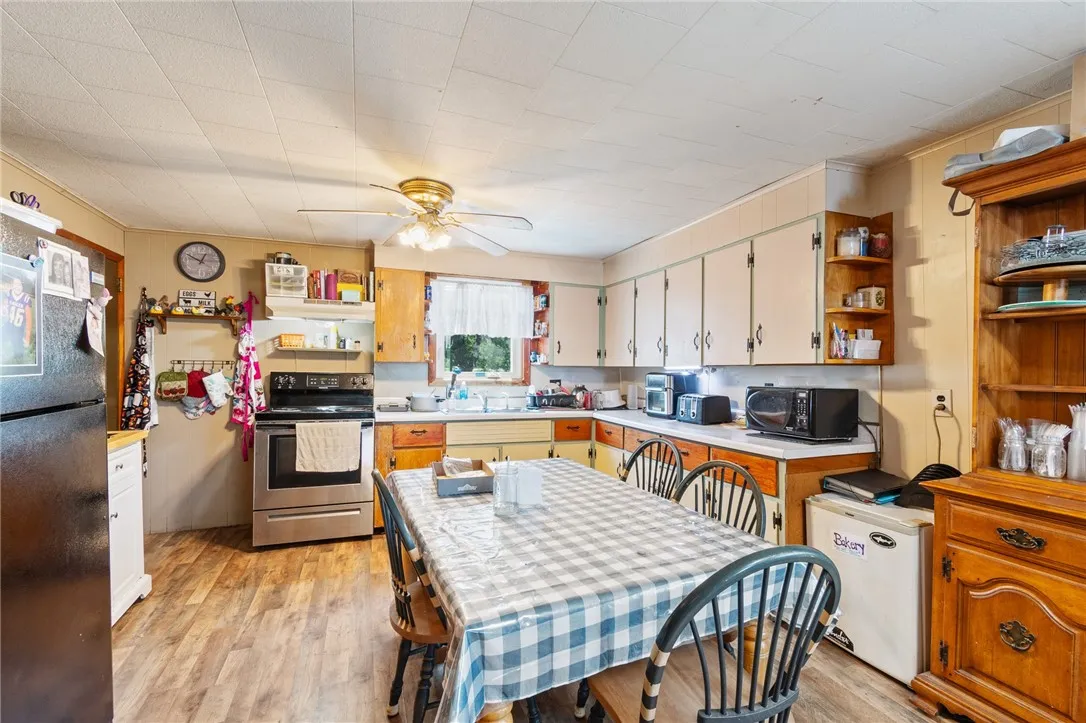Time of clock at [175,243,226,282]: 12:49
